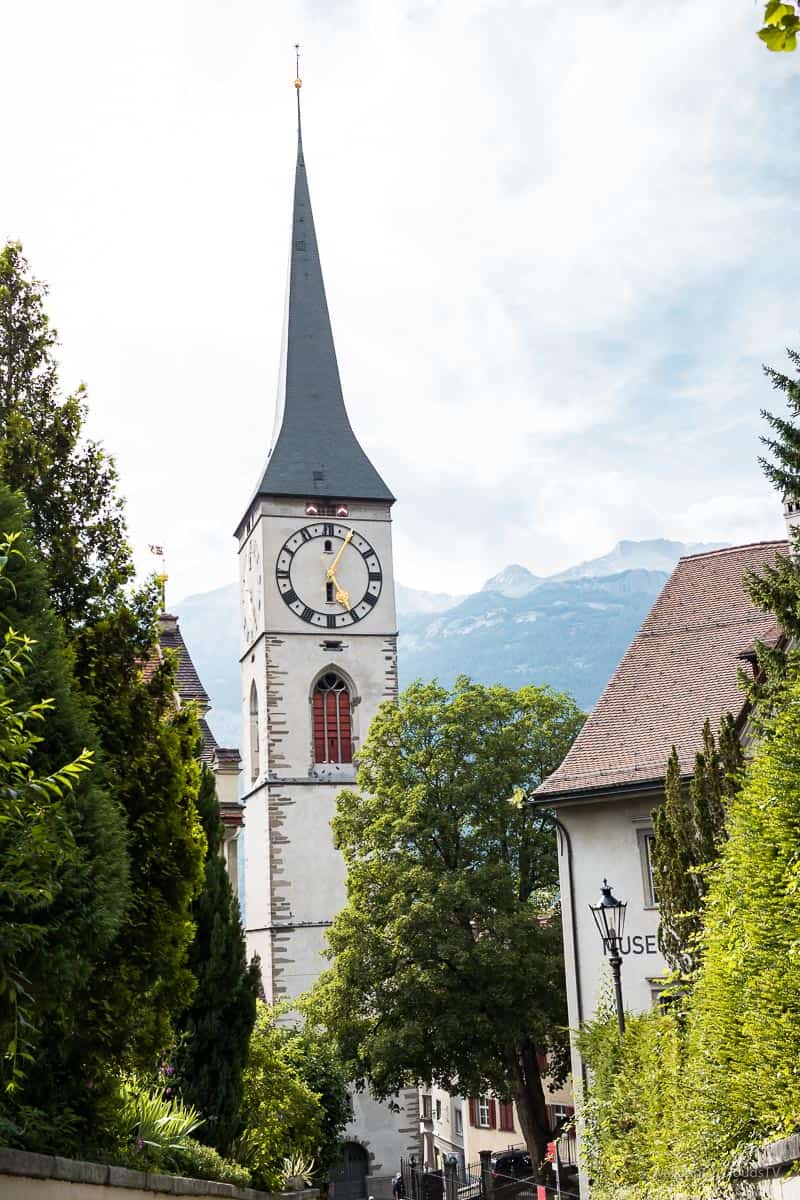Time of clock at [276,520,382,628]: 6:04
